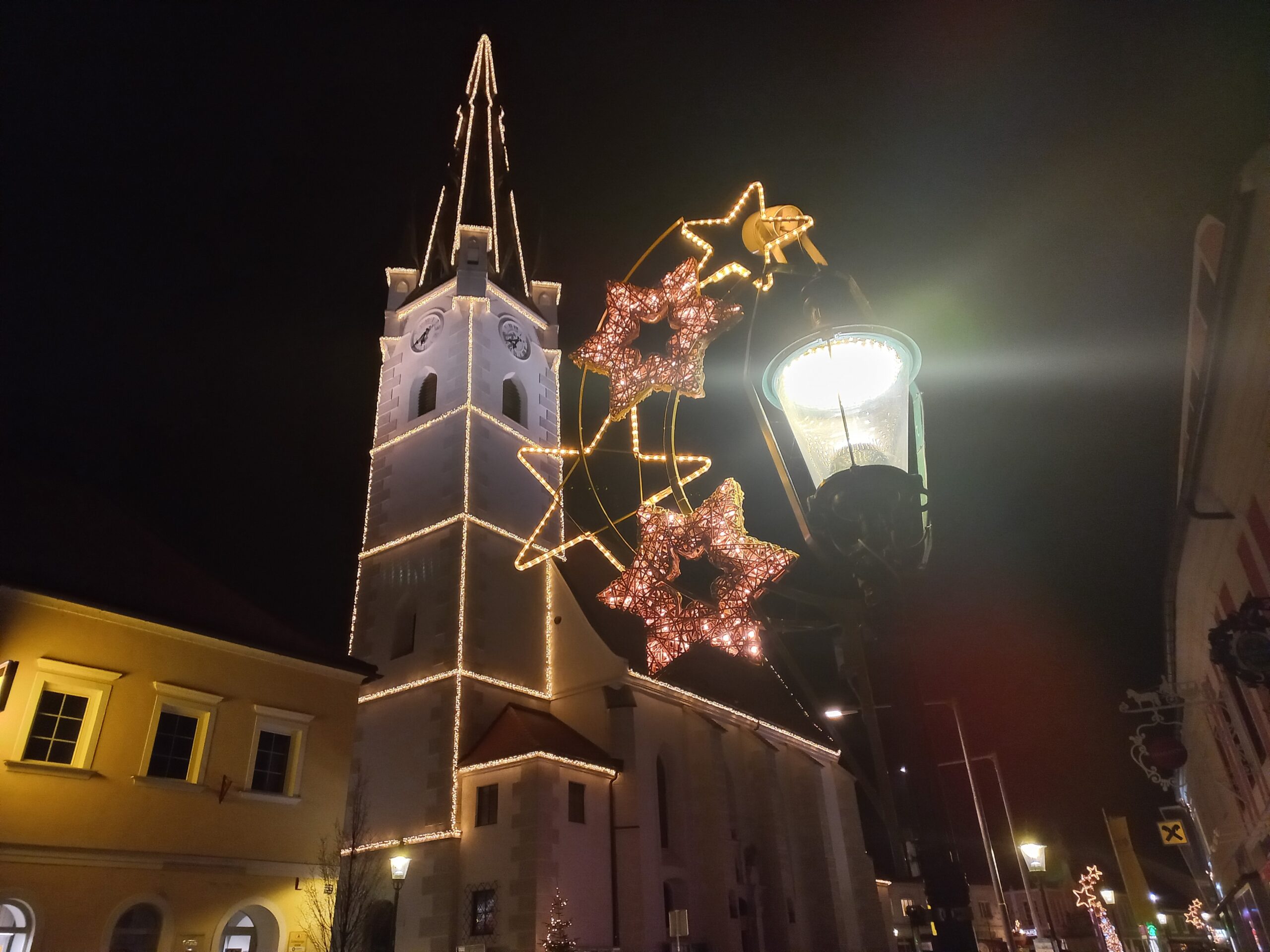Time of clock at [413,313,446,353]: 6:38
